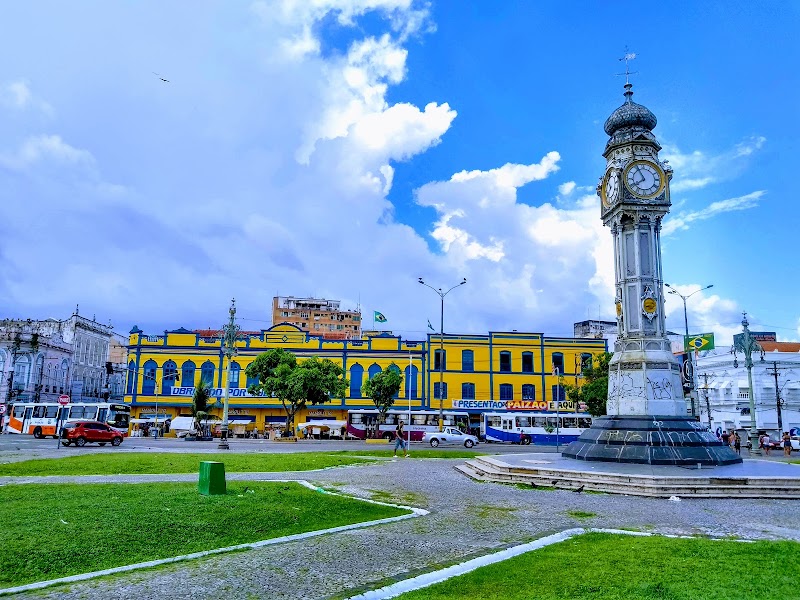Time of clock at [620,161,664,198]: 7:55
